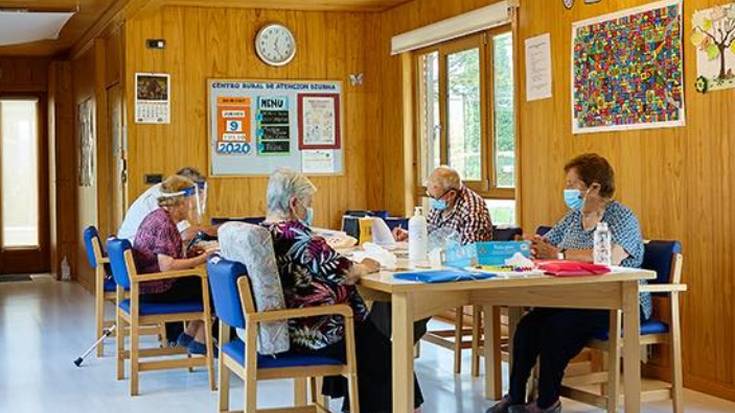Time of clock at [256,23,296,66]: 12:25
